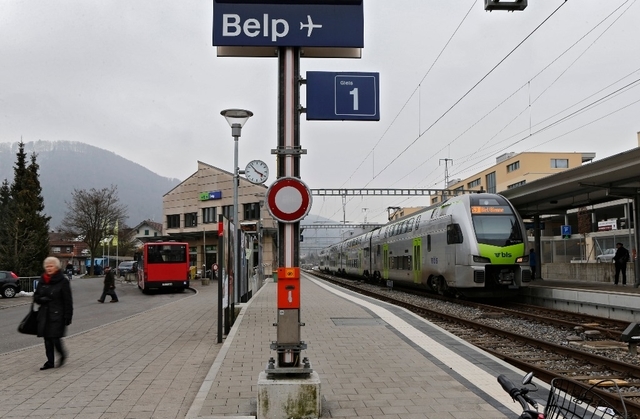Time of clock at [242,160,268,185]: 3:52
